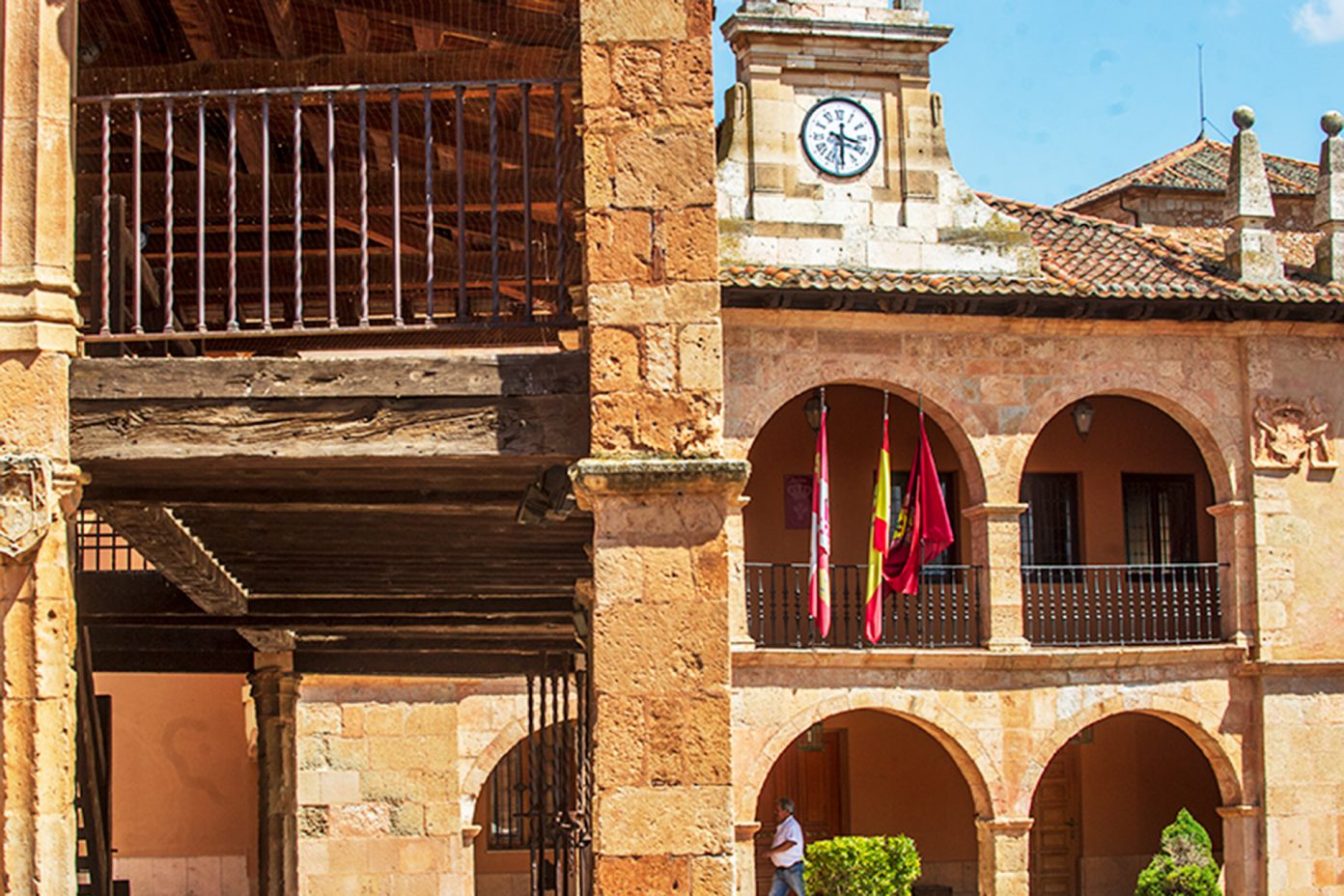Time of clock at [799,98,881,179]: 3:29
